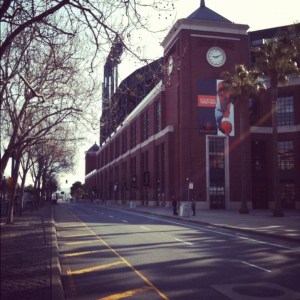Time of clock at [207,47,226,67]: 9:10
